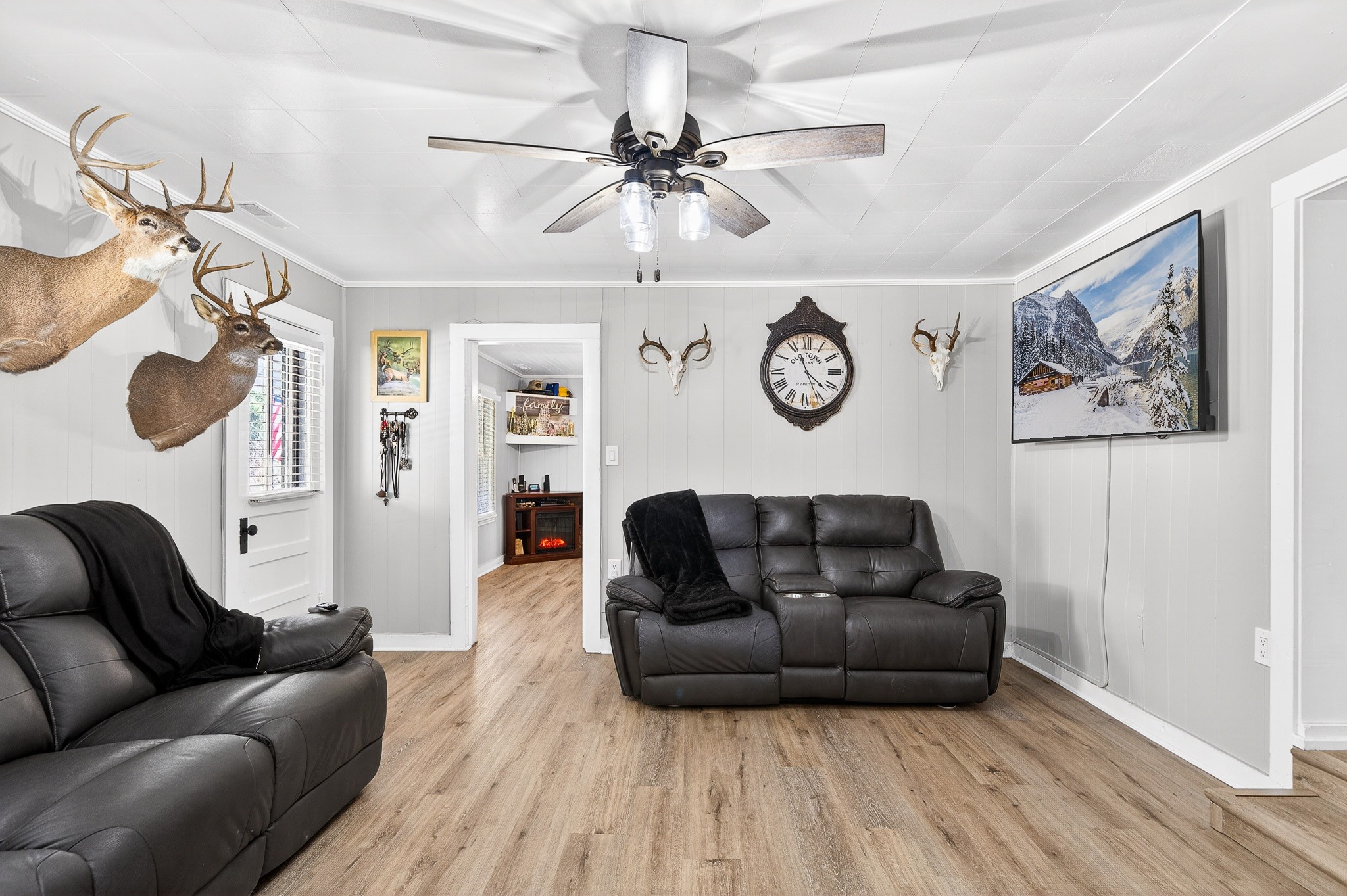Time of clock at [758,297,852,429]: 11:21
